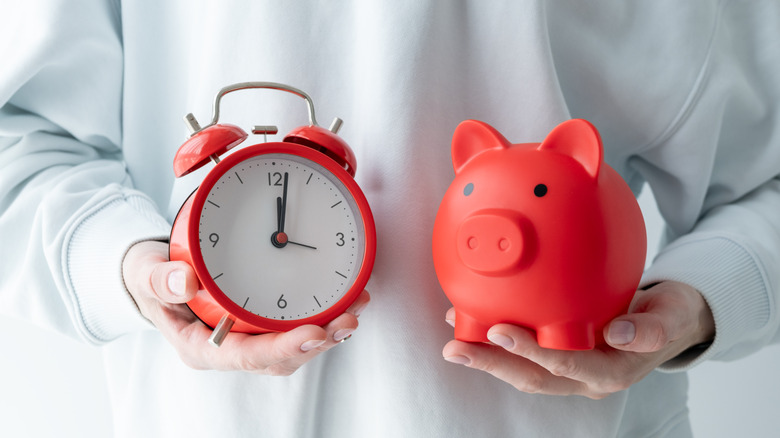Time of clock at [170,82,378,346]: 12:01
